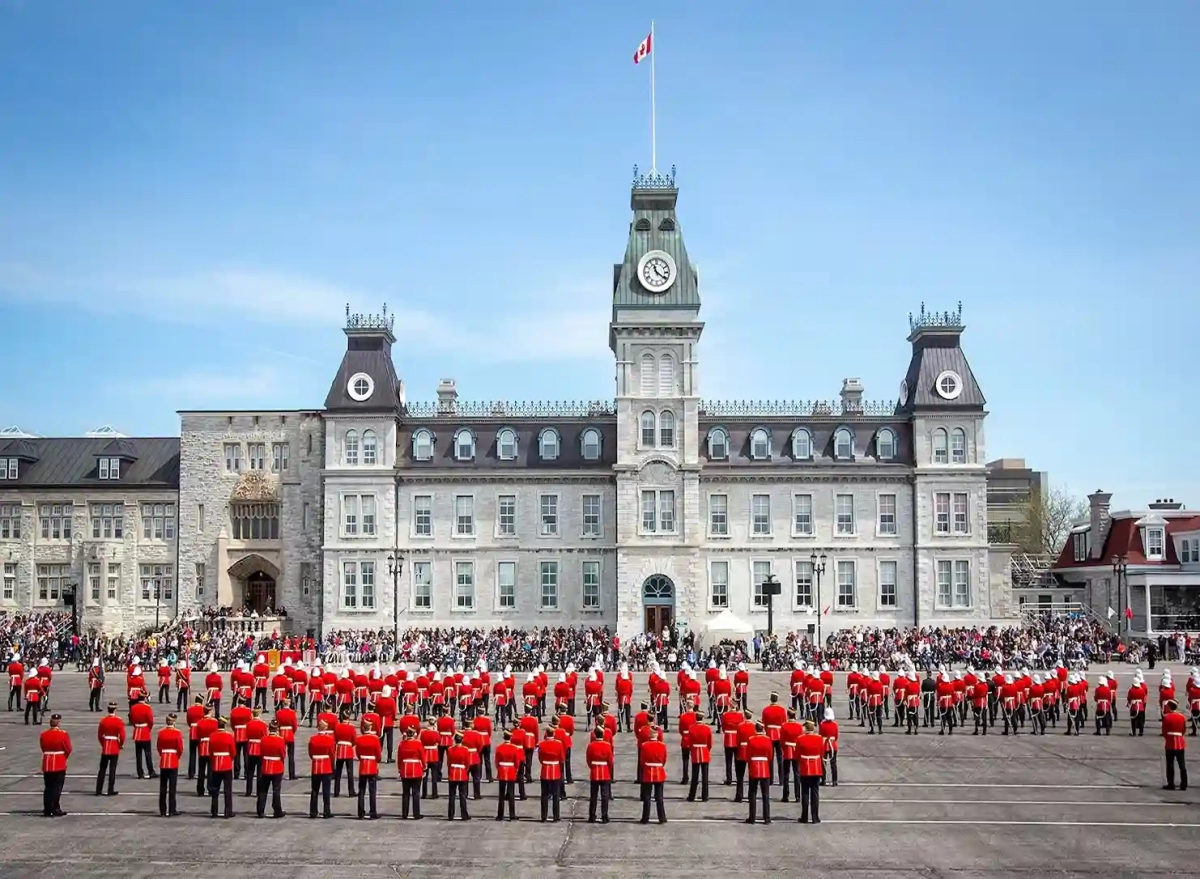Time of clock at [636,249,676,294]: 11:20
